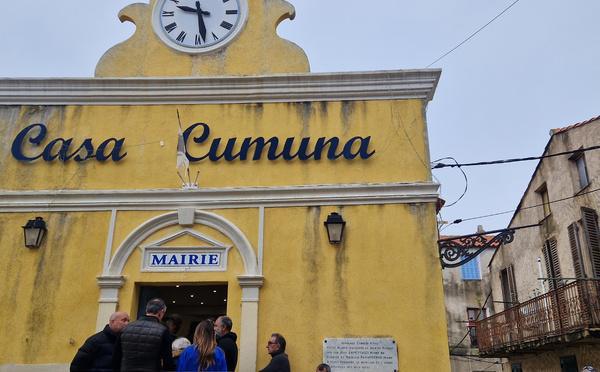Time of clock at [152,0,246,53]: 9:28
